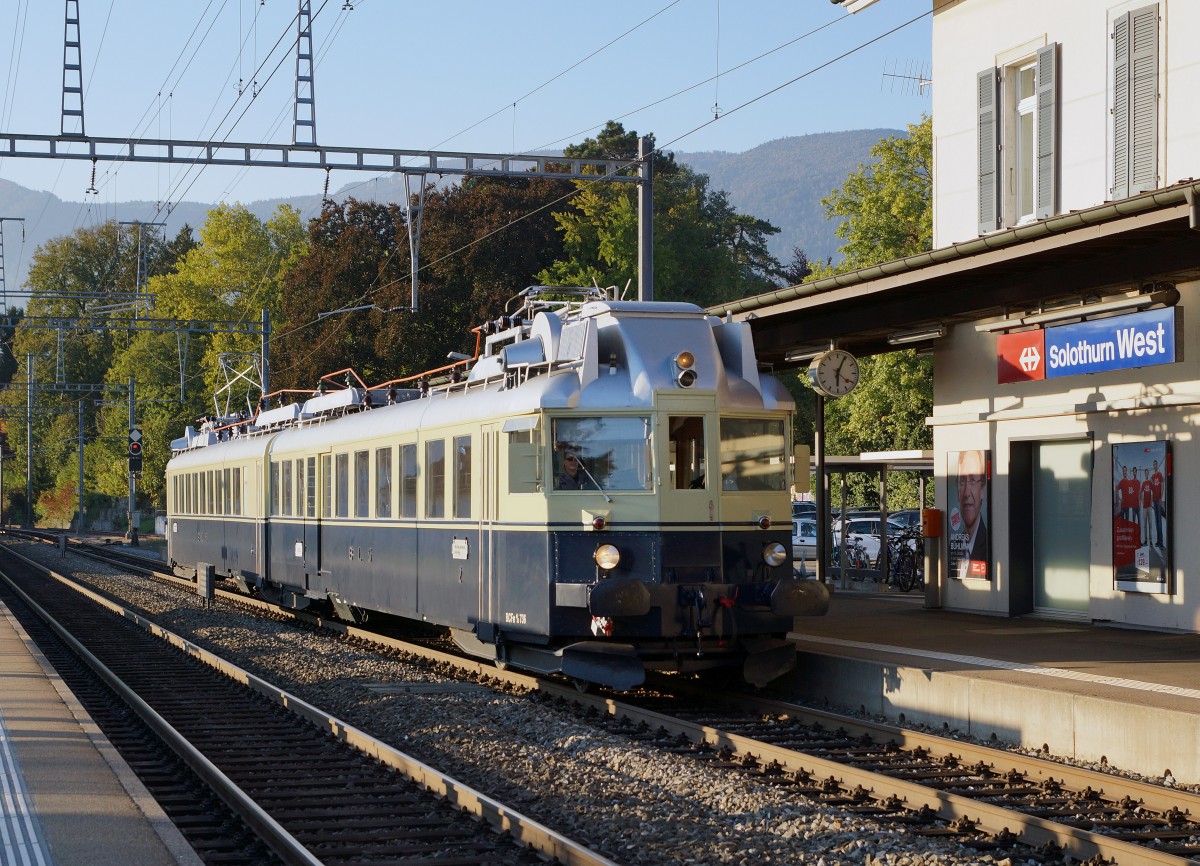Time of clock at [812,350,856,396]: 6:04
